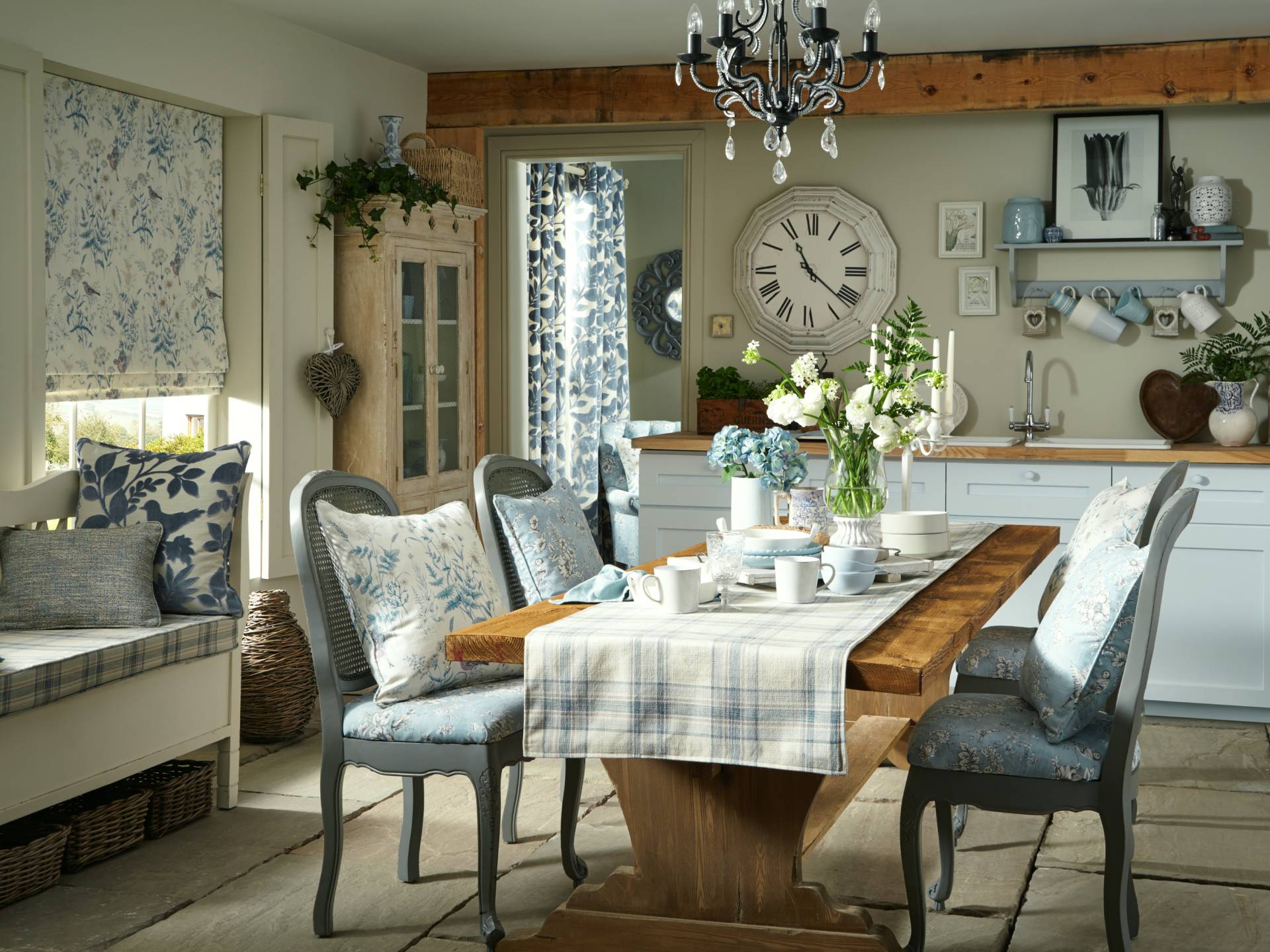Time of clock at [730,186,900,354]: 11:21
